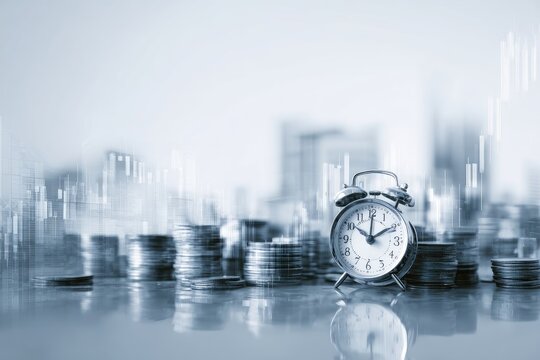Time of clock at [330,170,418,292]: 1:51
